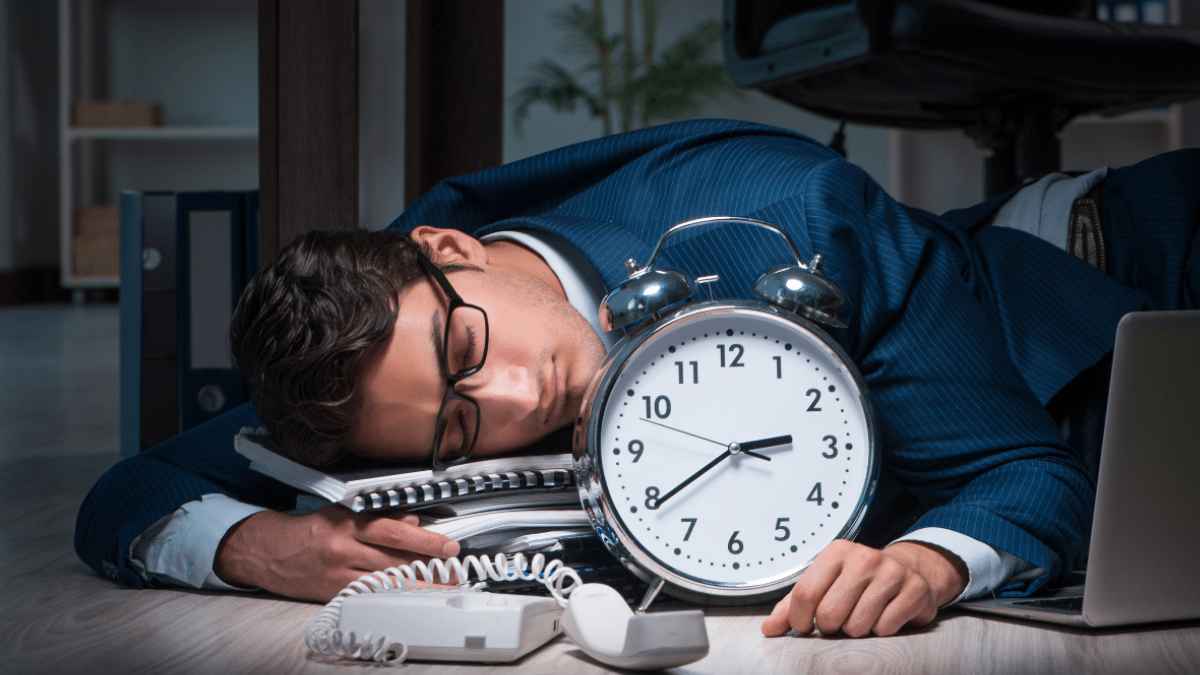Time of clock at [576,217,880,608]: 2:39
